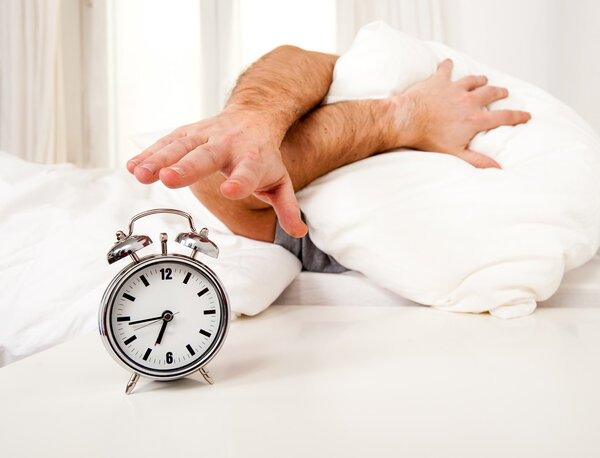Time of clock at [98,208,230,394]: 6:43
